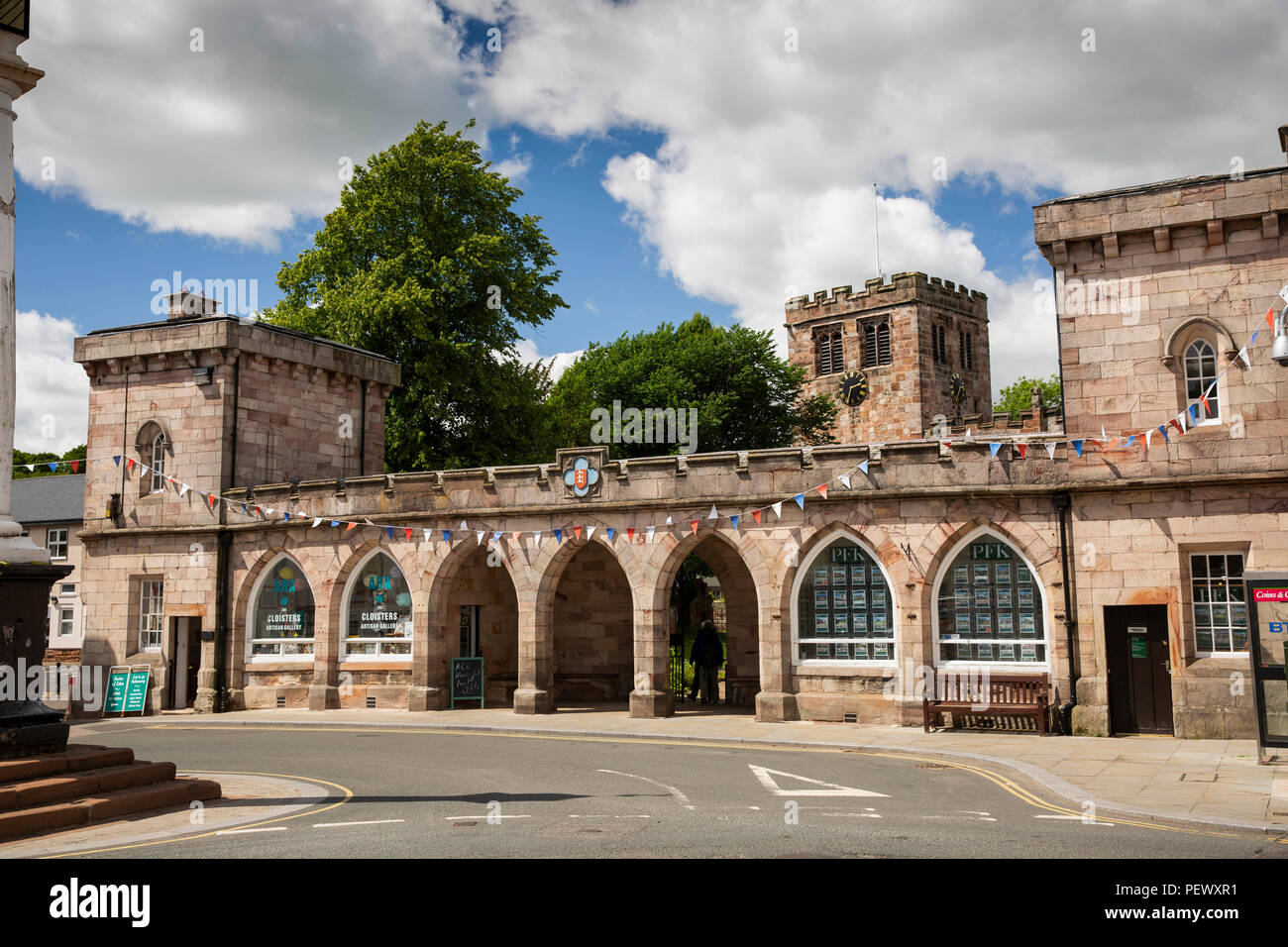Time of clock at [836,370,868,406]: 2:33
